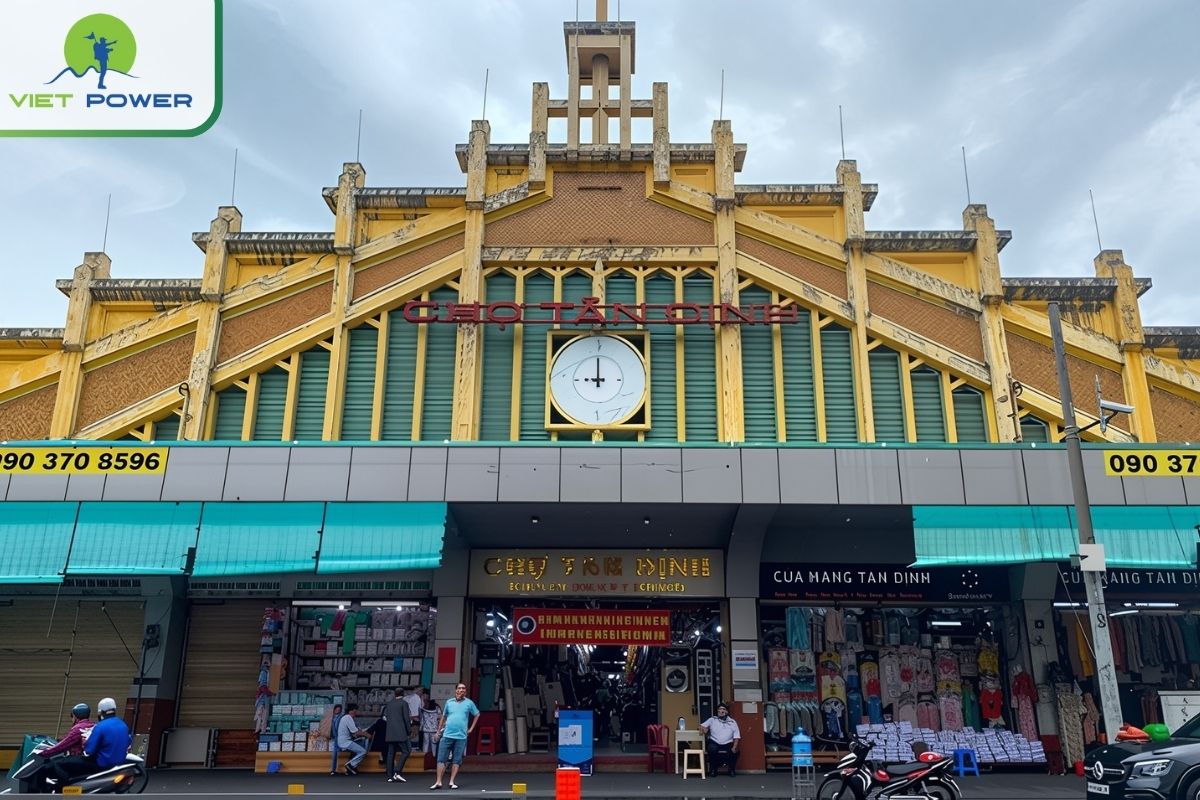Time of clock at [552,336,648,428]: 8:59
